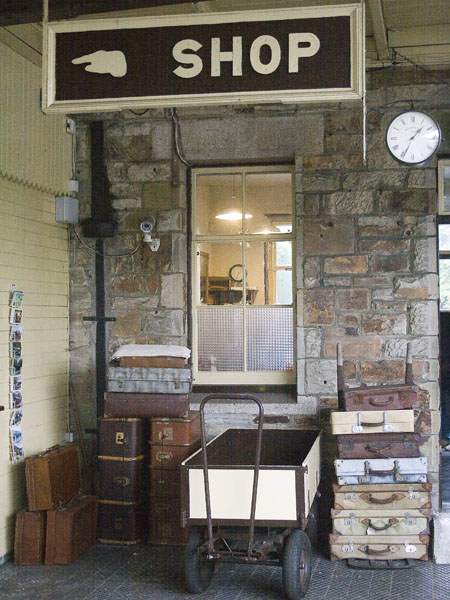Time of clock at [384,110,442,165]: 1:34
